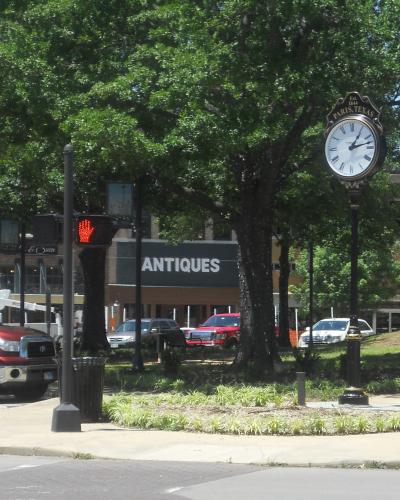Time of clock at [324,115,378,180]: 1:12
